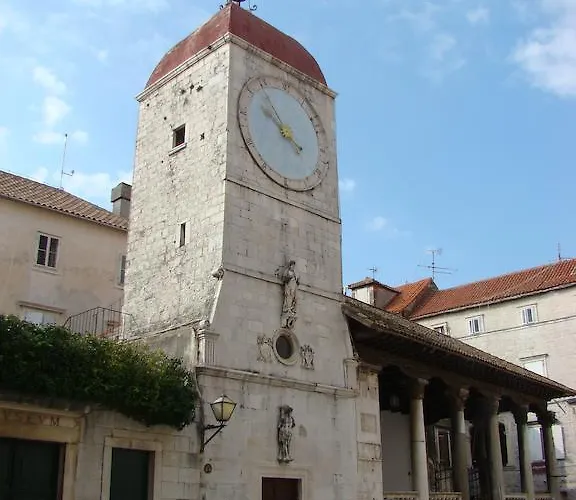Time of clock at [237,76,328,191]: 9:53
